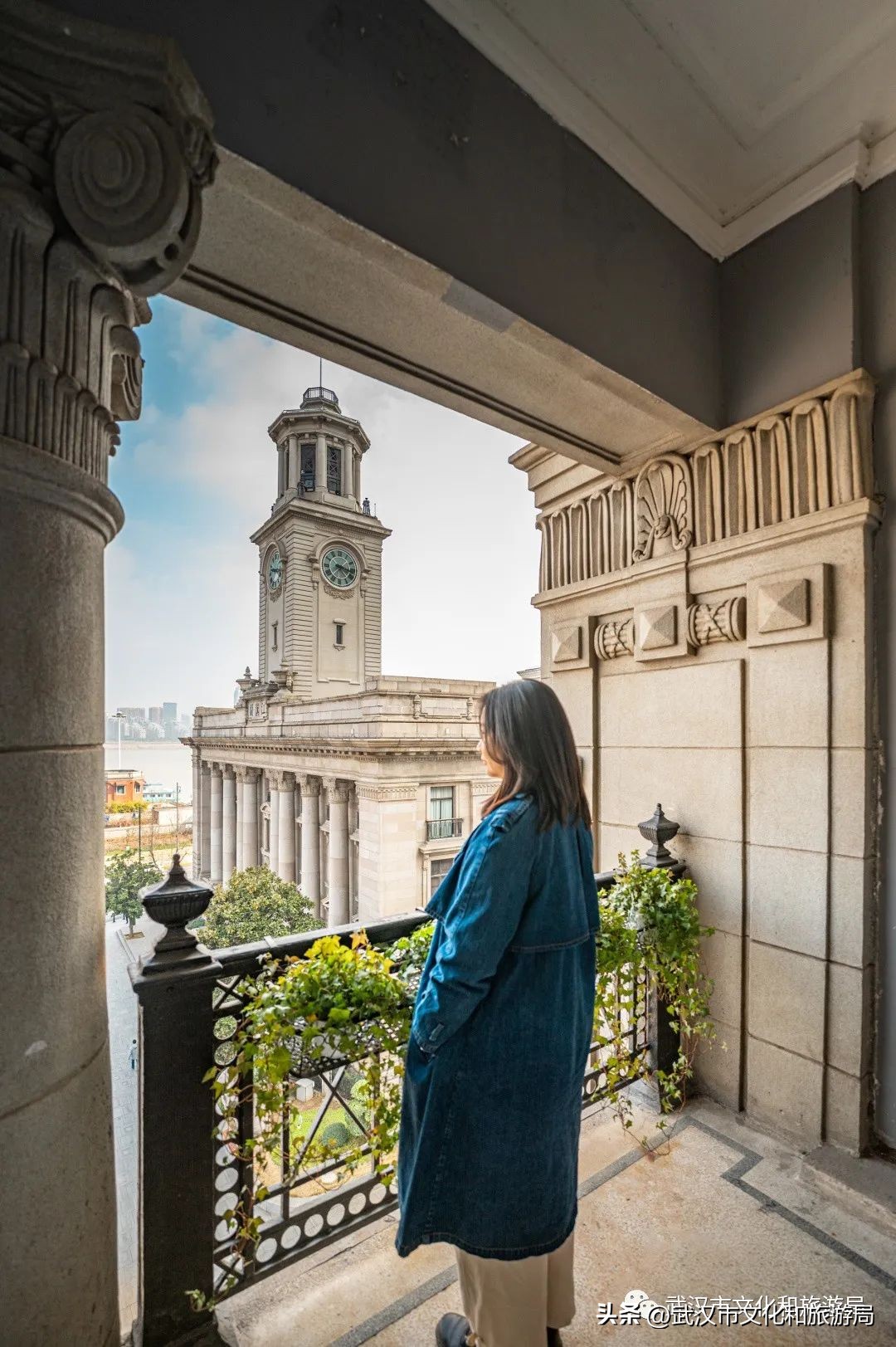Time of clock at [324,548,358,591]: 3:17
